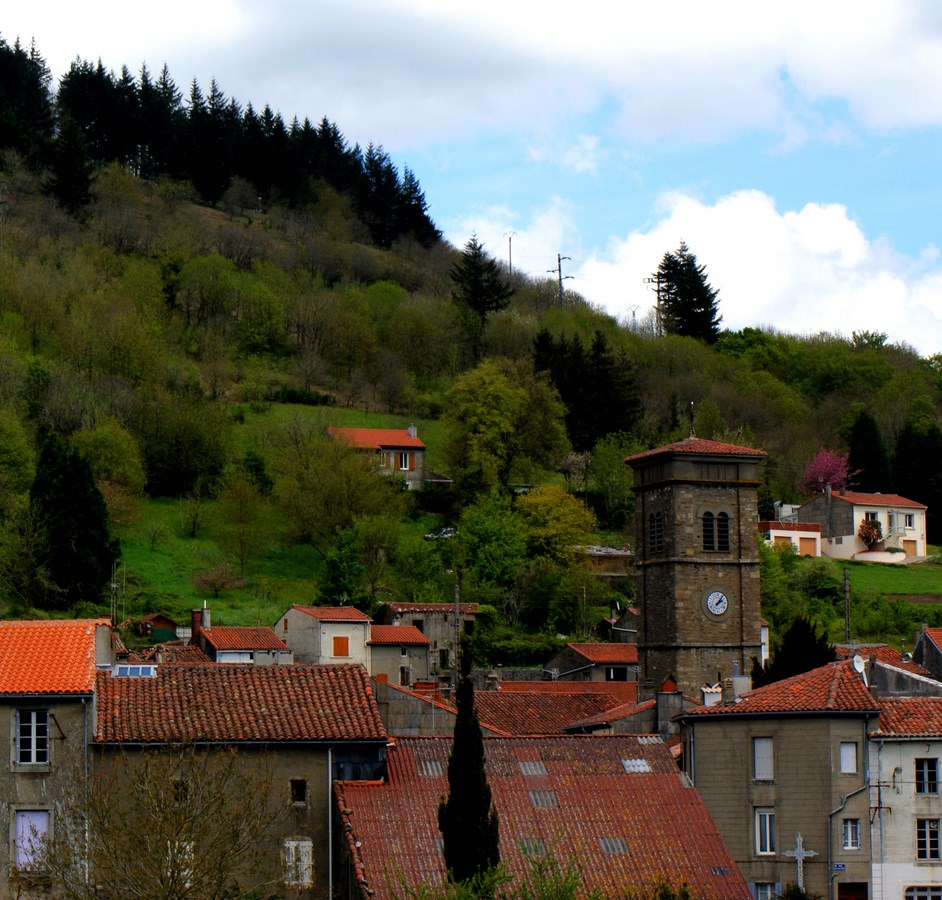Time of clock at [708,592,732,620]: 2:06
